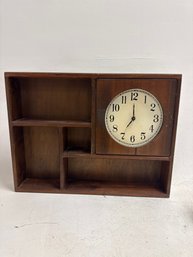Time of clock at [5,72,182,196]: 7:00
